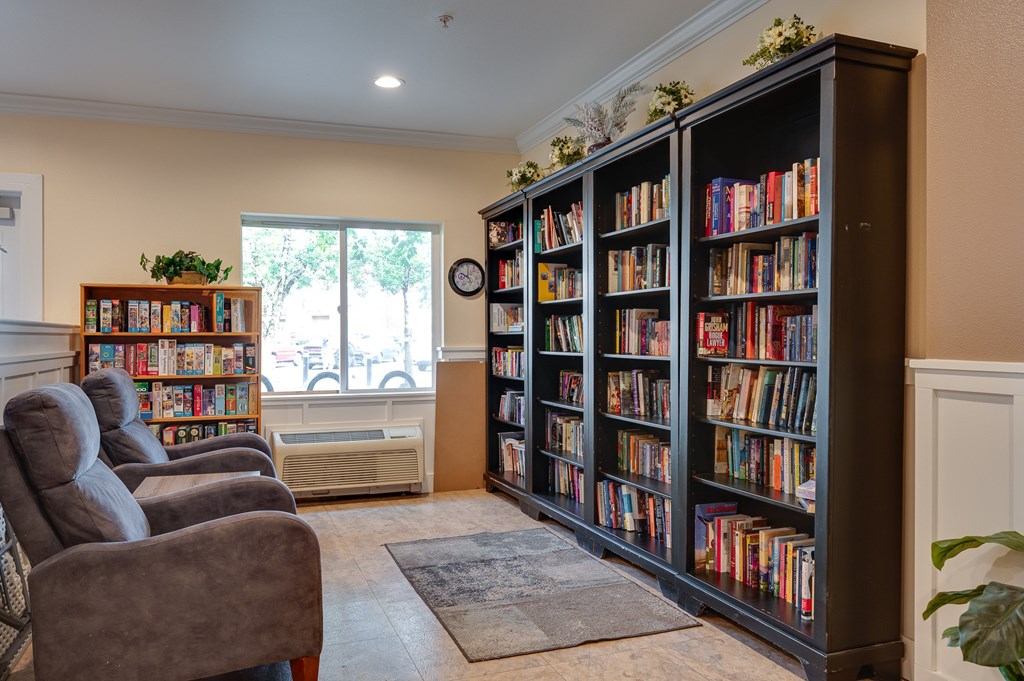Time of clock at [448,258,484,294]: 10:00
